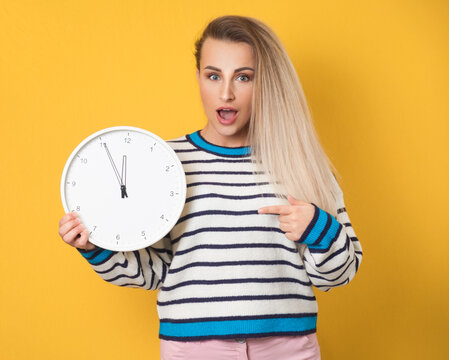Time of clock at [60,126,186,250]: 11:55
